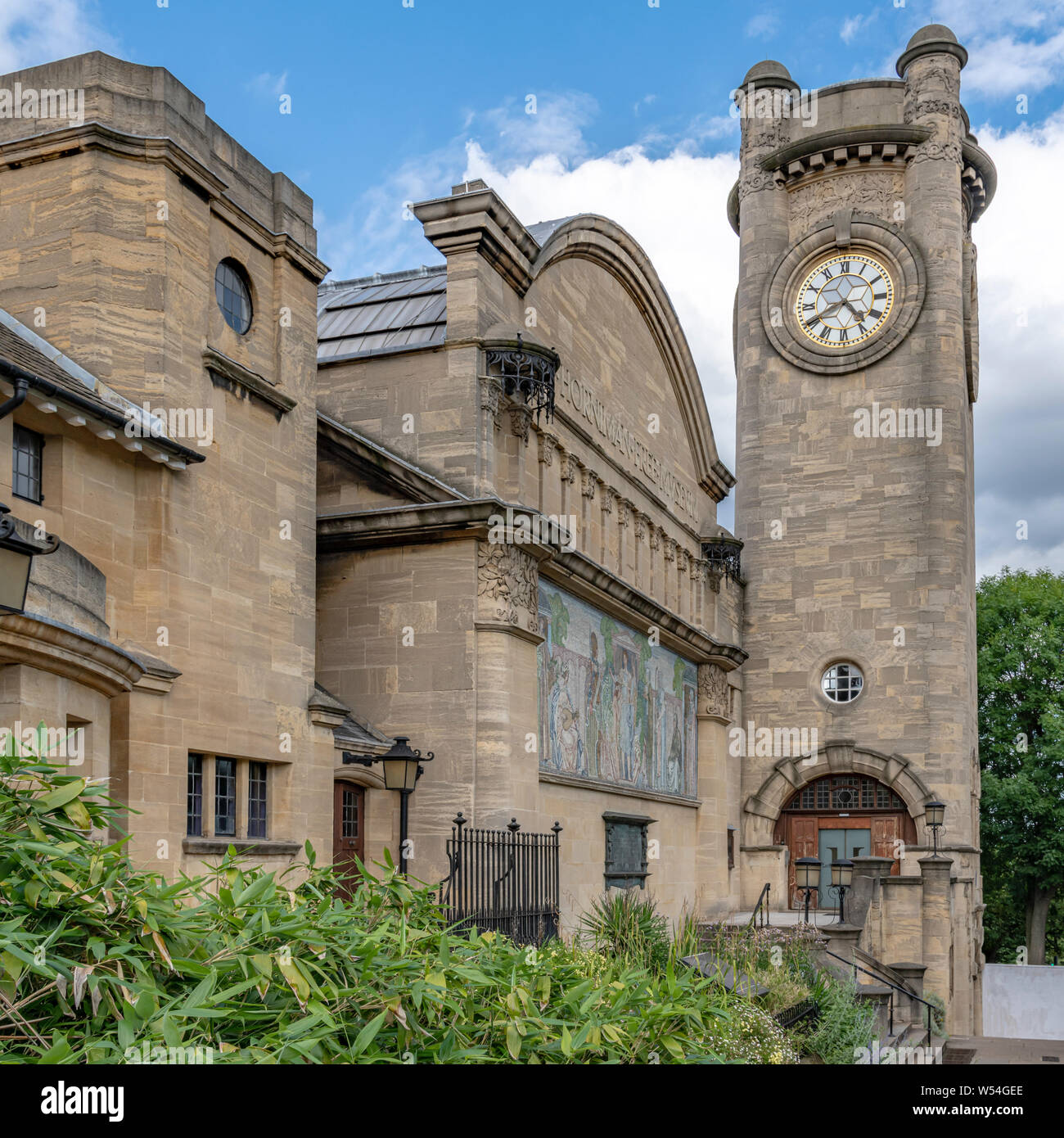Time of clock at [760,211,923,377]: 4:40
